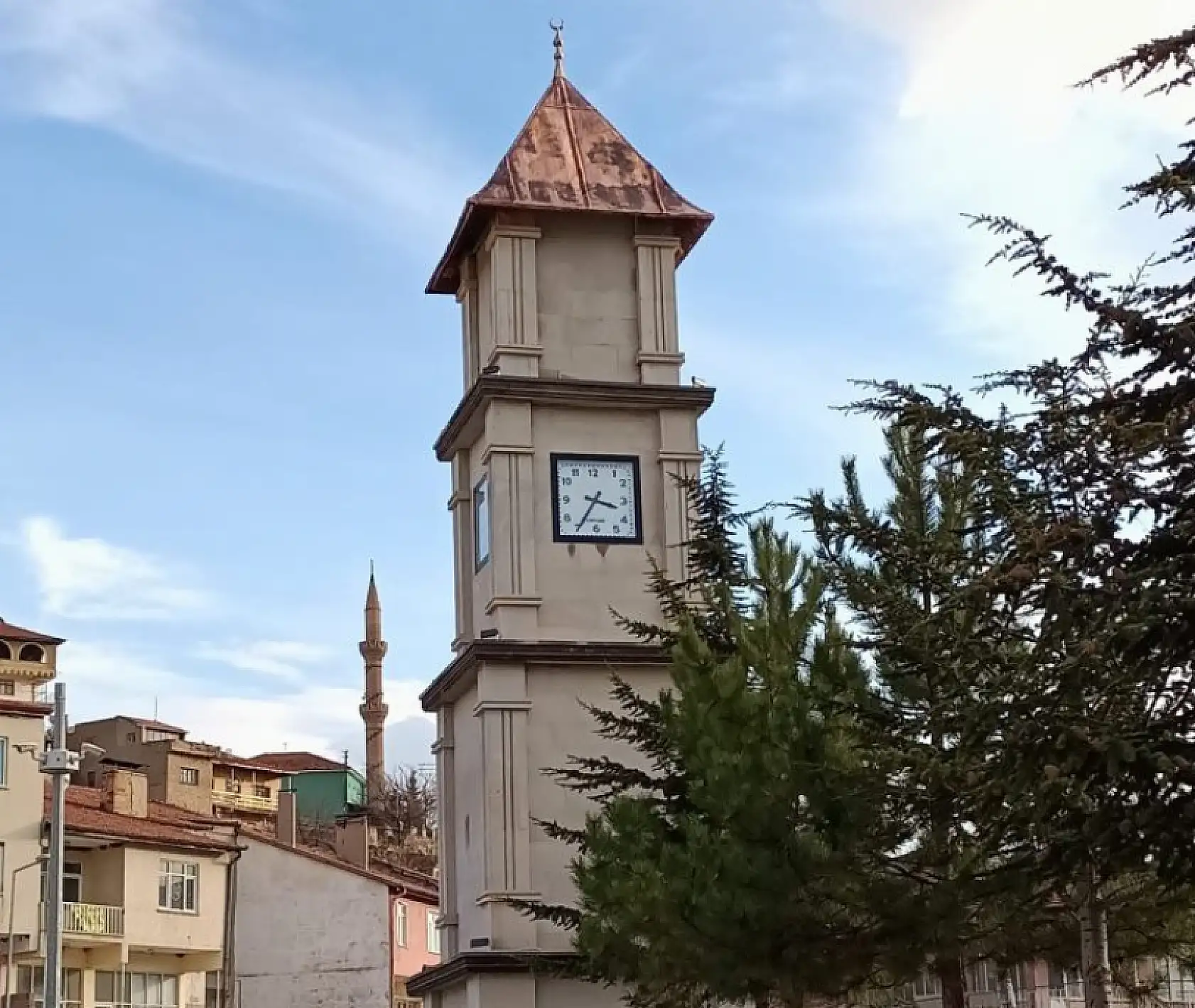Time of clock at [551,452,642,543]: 3:35
